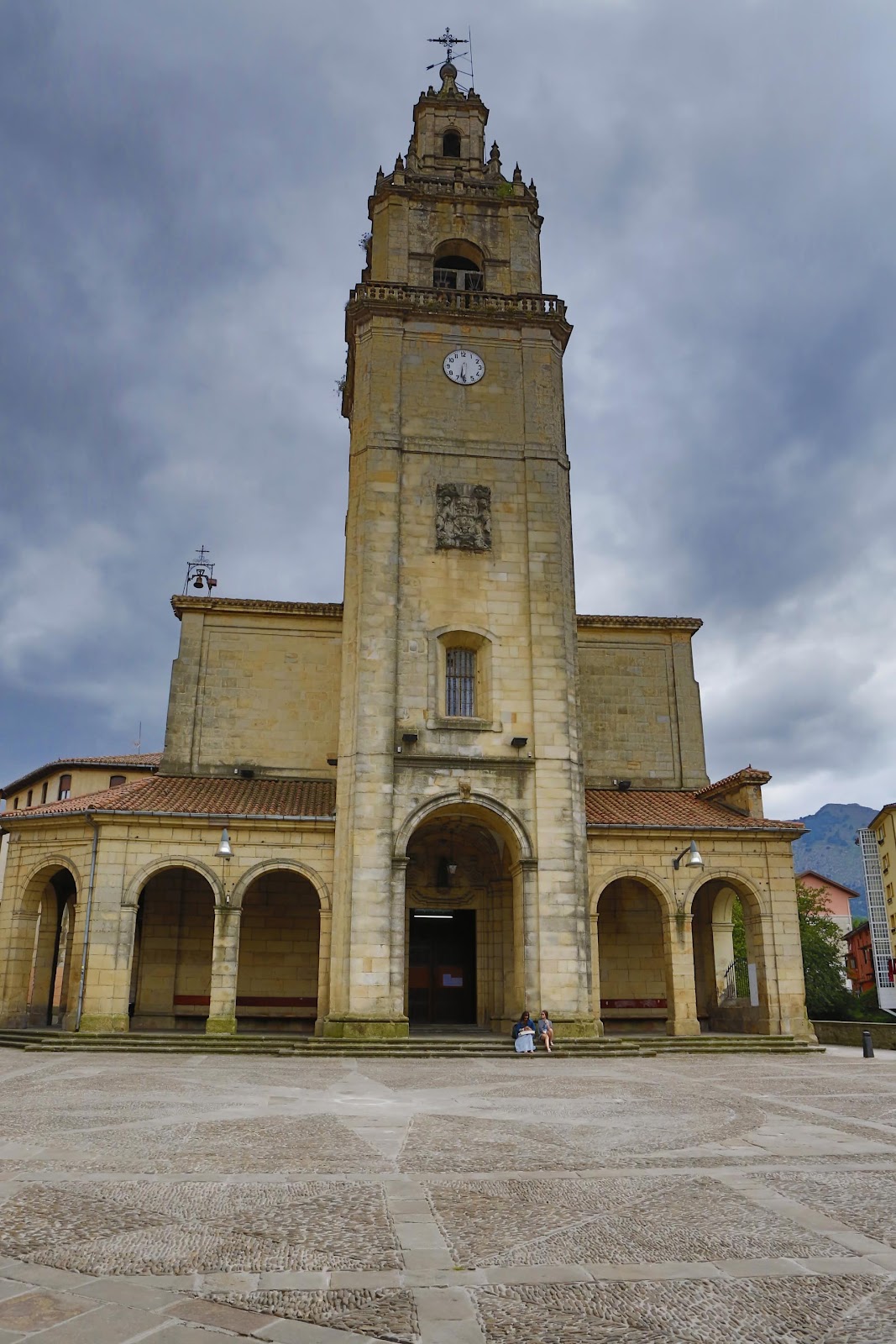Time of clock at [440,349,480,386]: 6:30
